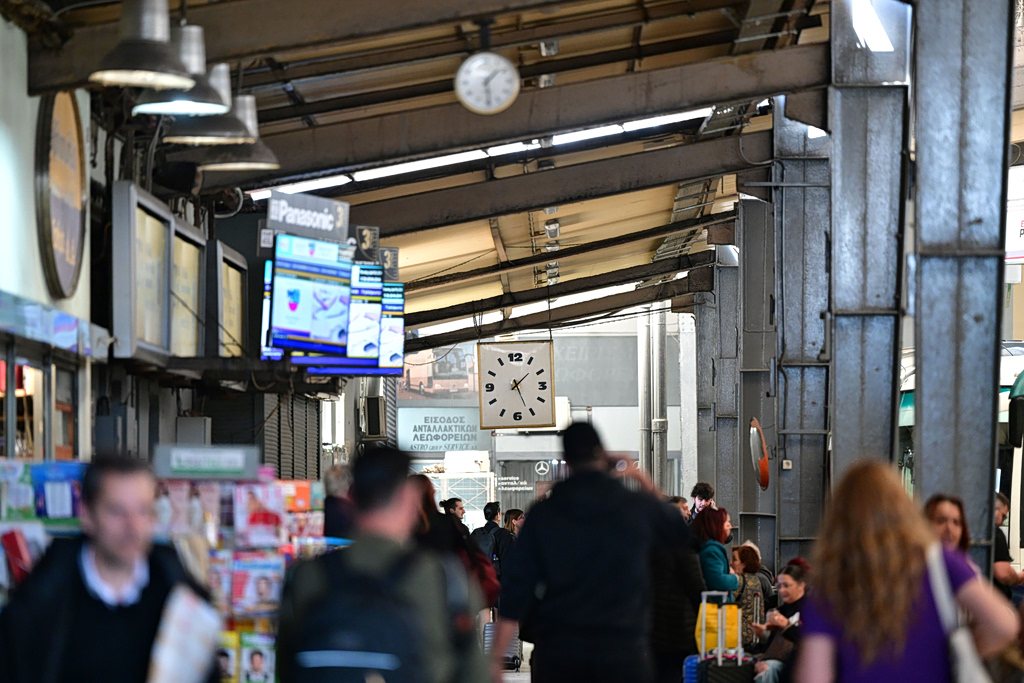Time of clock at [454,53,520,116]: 1:28
